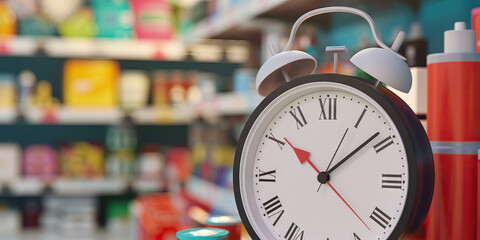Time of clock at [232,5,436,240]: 10:08
